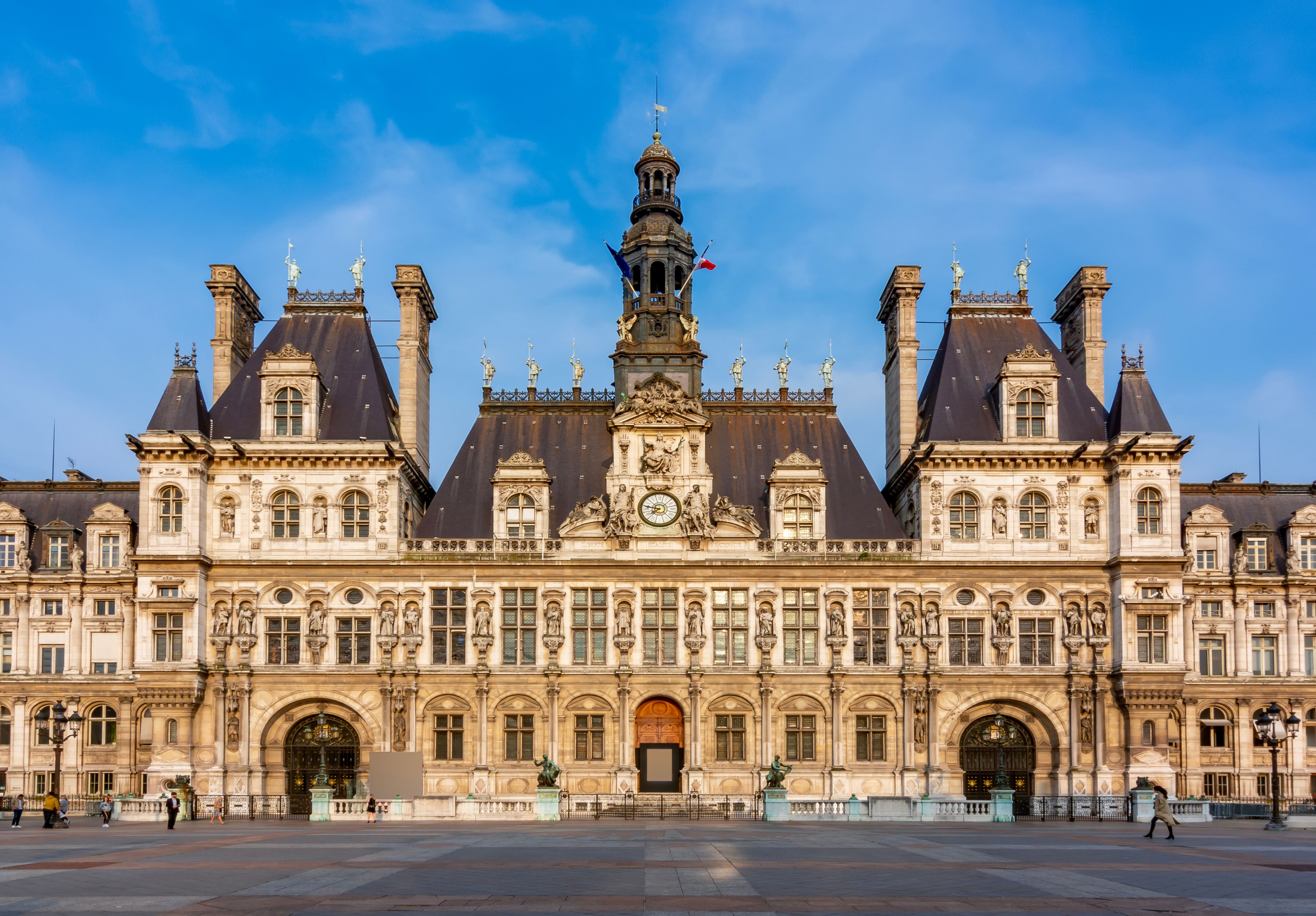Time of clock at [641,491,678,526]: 7:47
